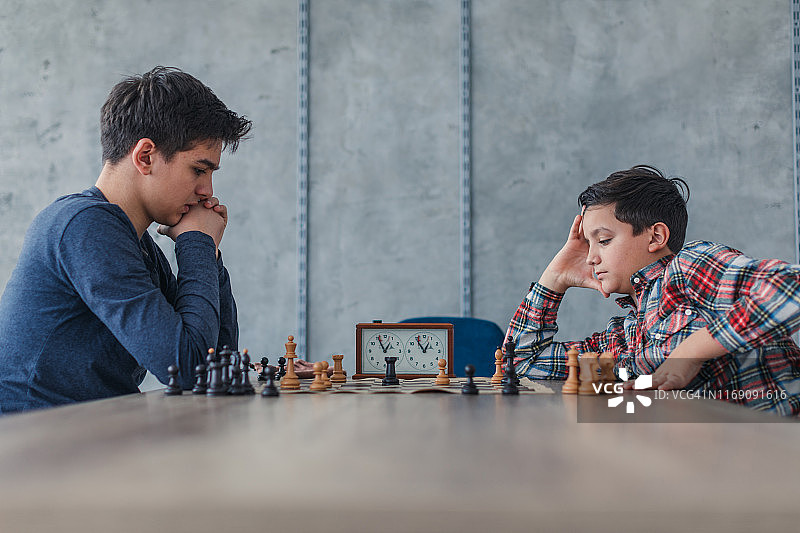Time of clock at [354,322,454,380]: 12:55
